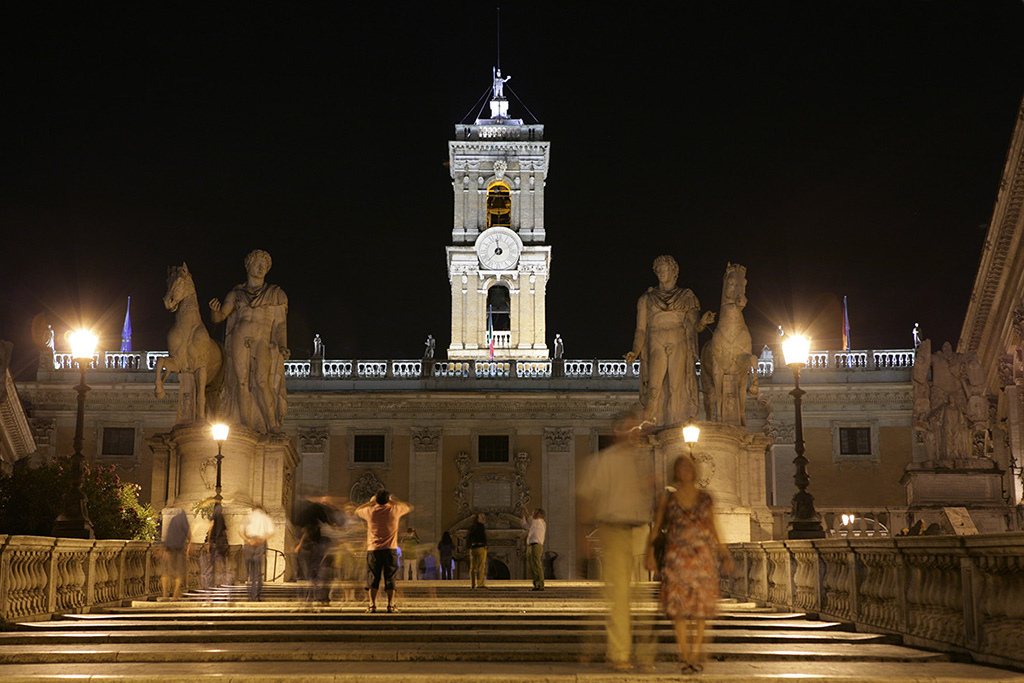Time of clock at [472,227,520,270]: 11:37
